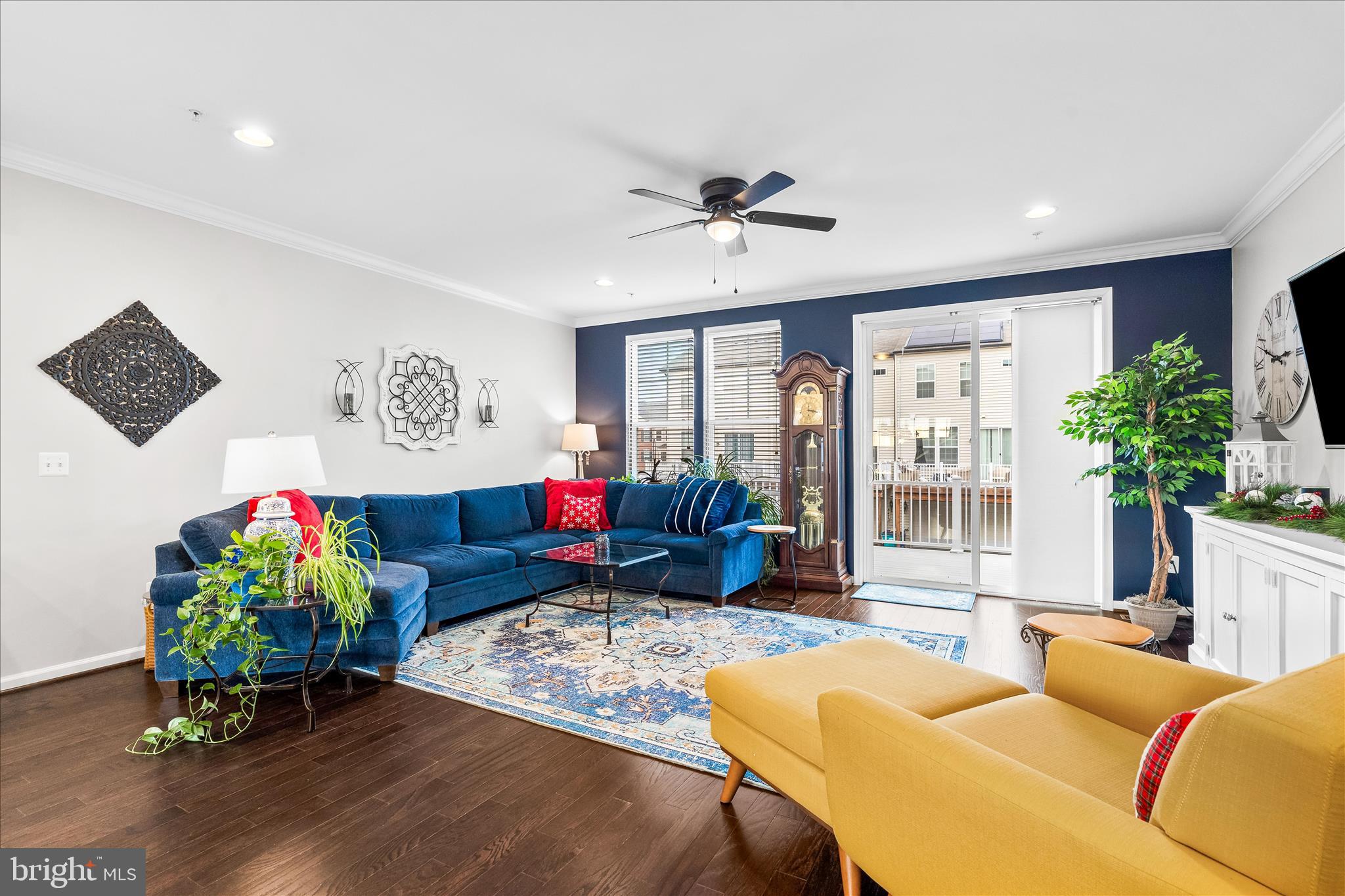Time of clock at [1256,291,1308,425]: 2:48
